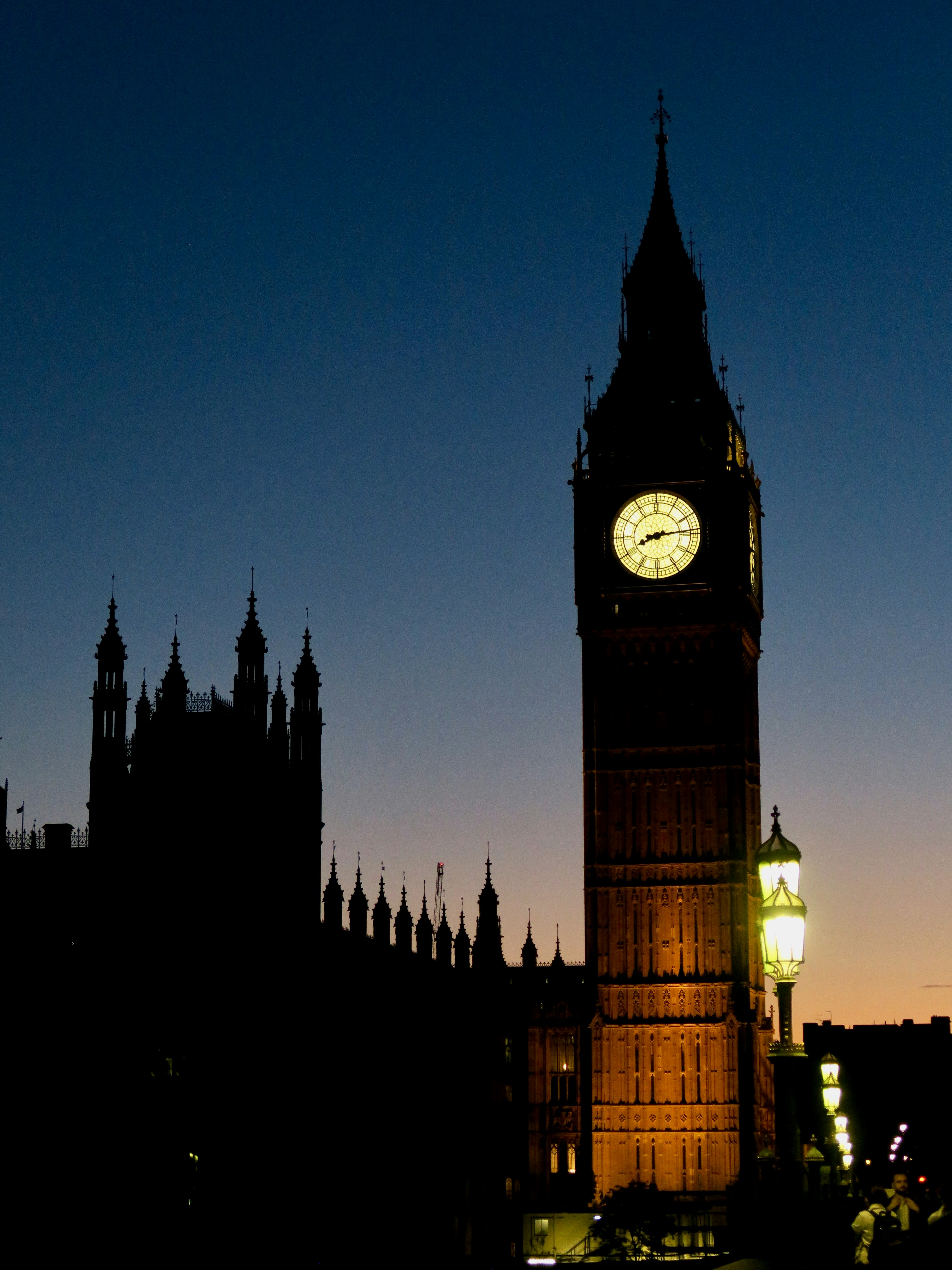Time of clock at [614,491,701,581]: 8:13
